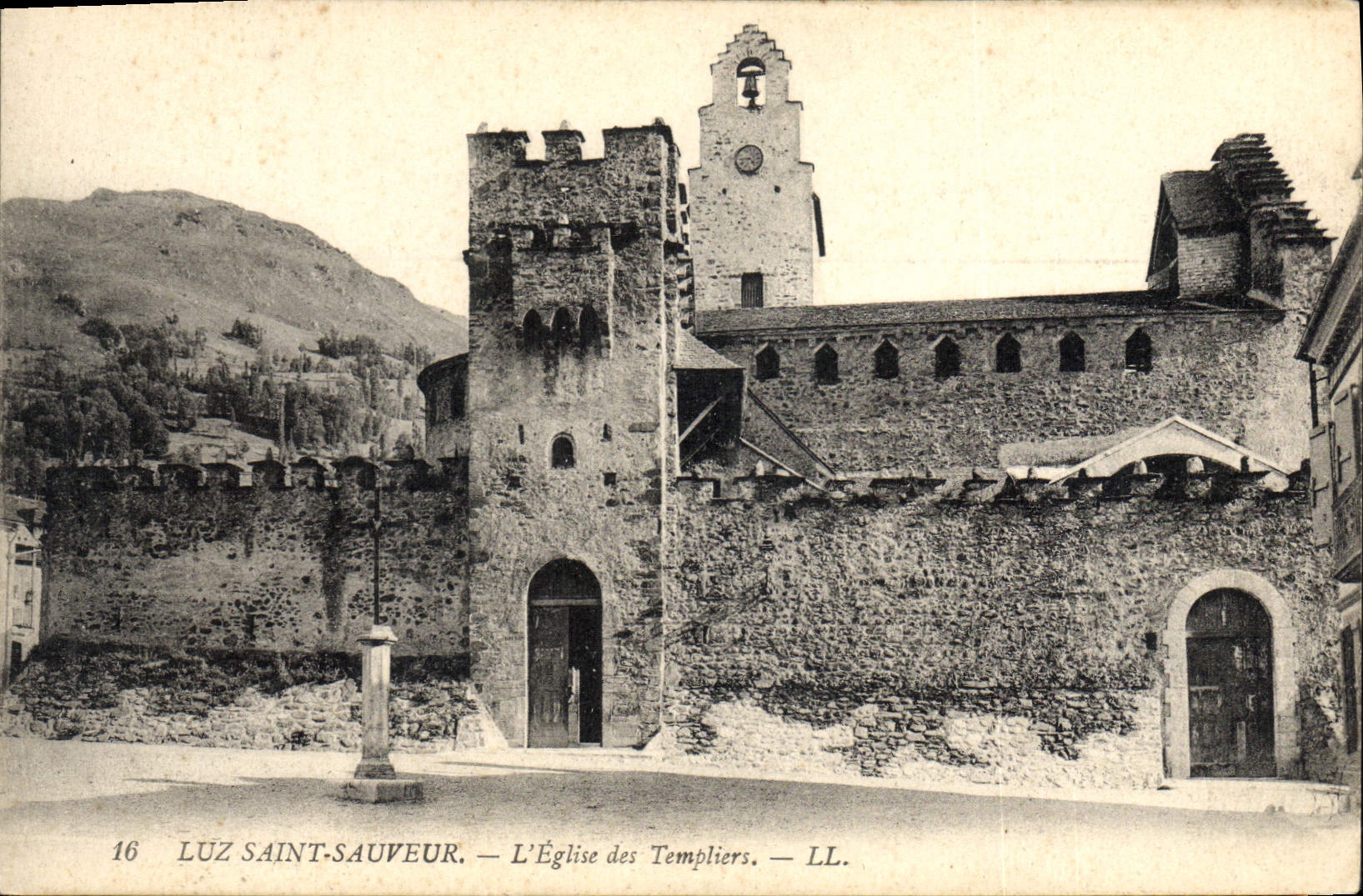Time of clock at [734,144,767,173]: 4:44
